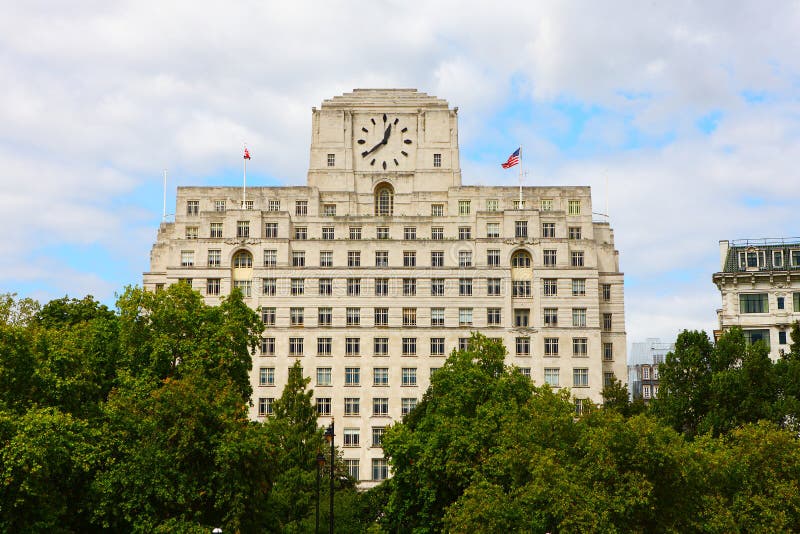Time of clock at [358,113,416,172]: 12:38
